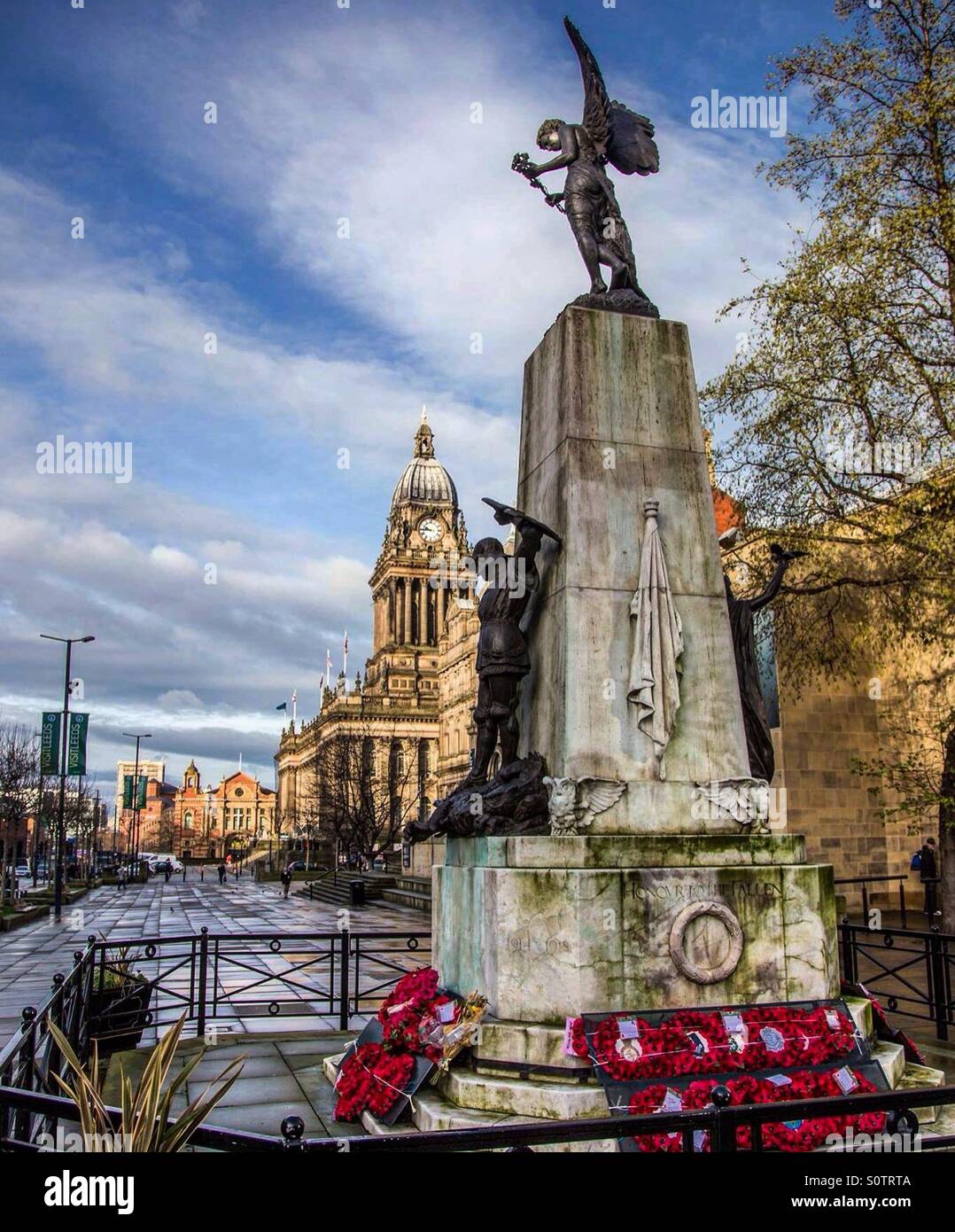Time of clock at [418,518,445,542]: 9:44
